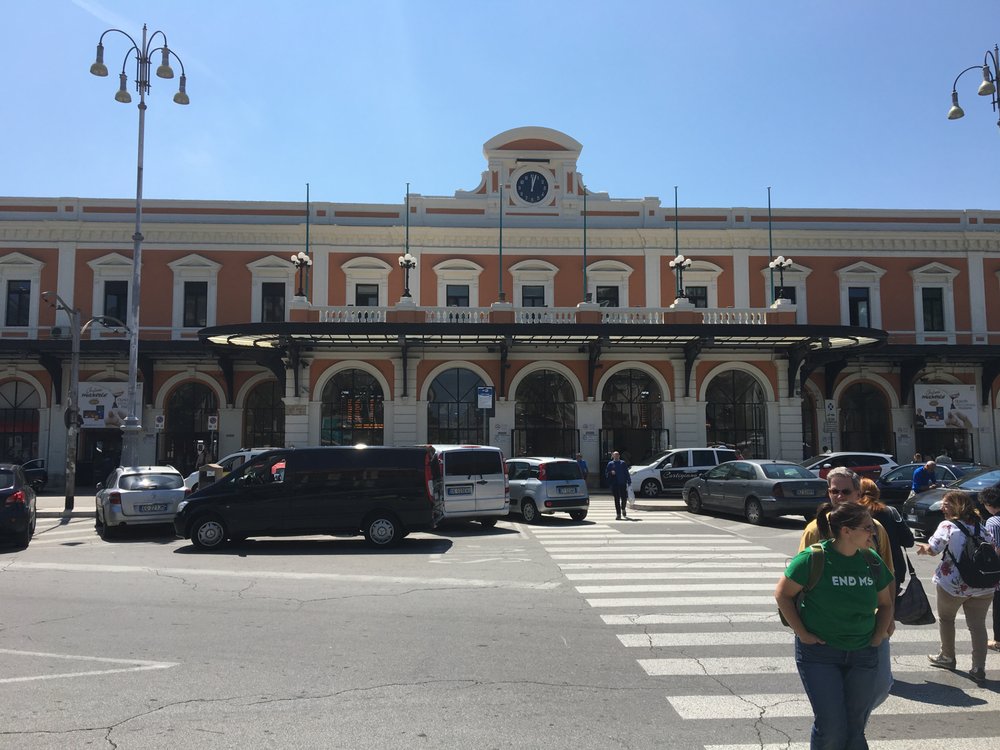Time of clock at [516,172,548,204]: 12:02
